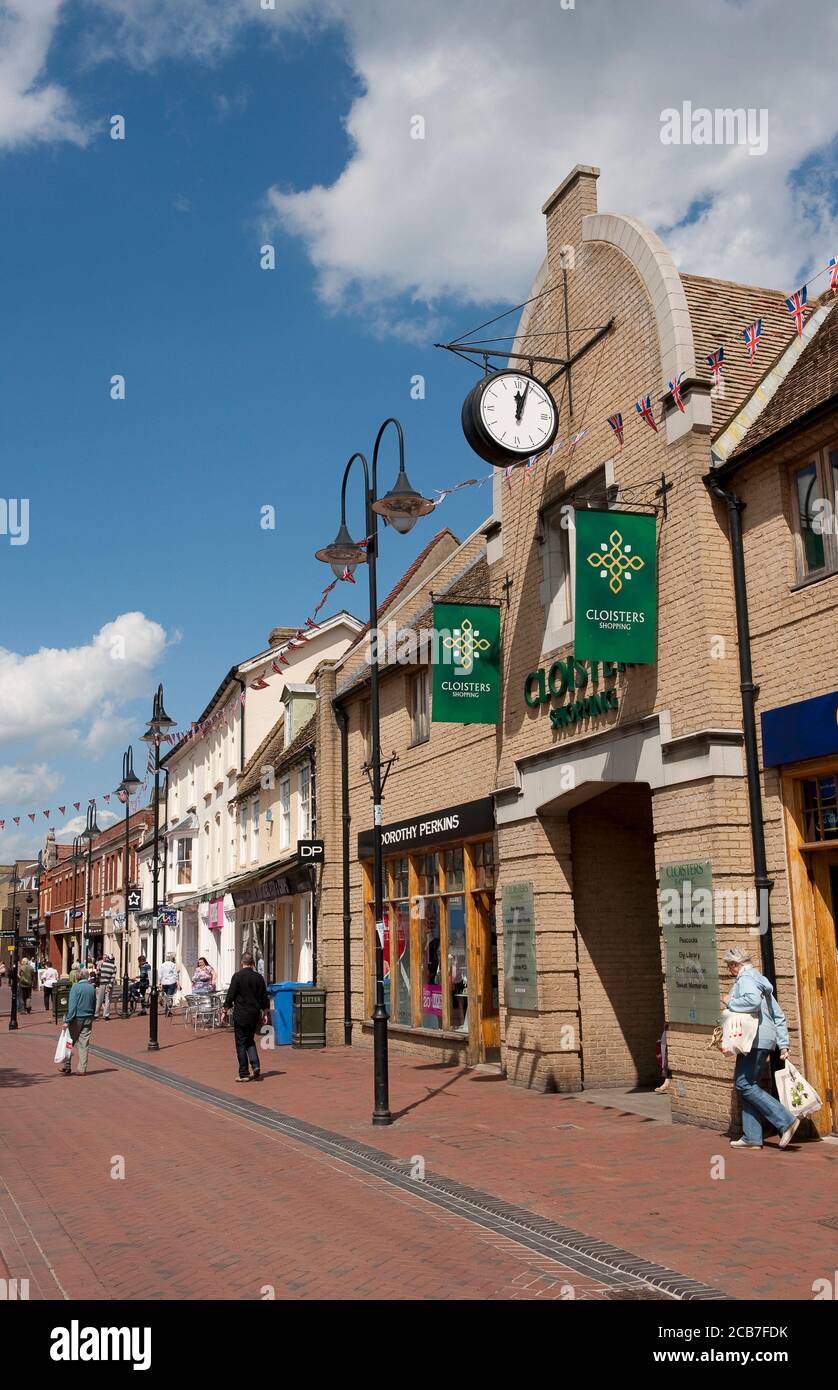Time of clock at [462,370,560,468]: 12:03
